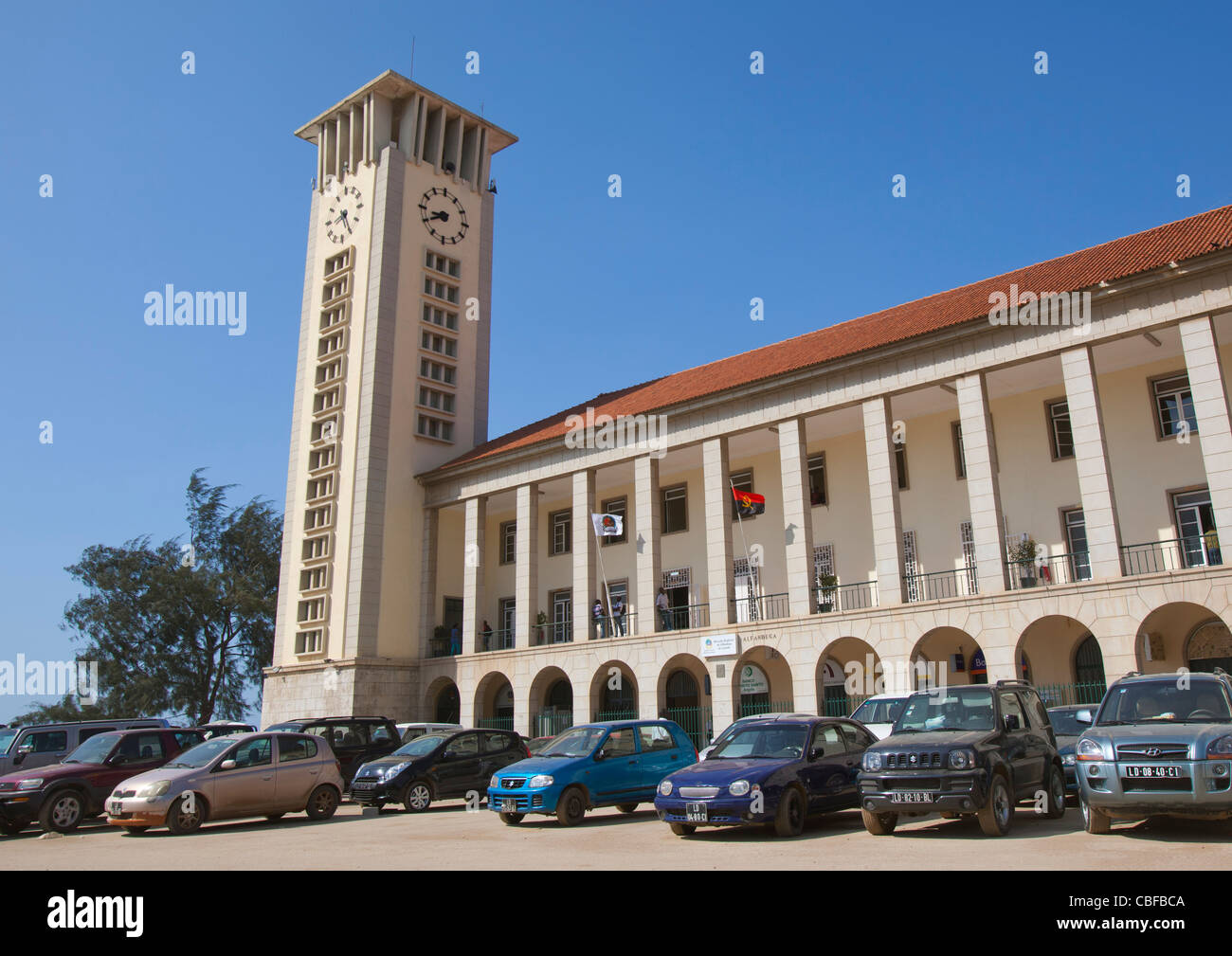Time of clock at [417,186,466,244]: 8:40
